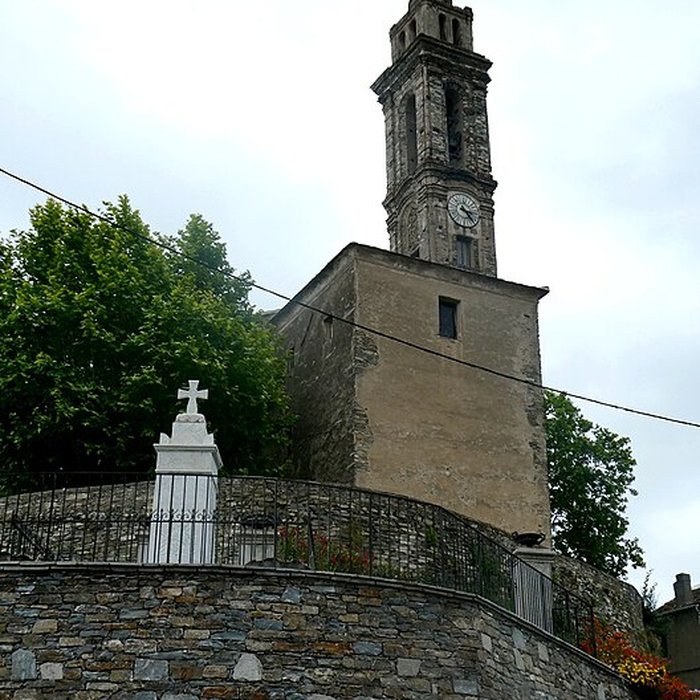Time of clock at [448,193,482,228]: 3:23
